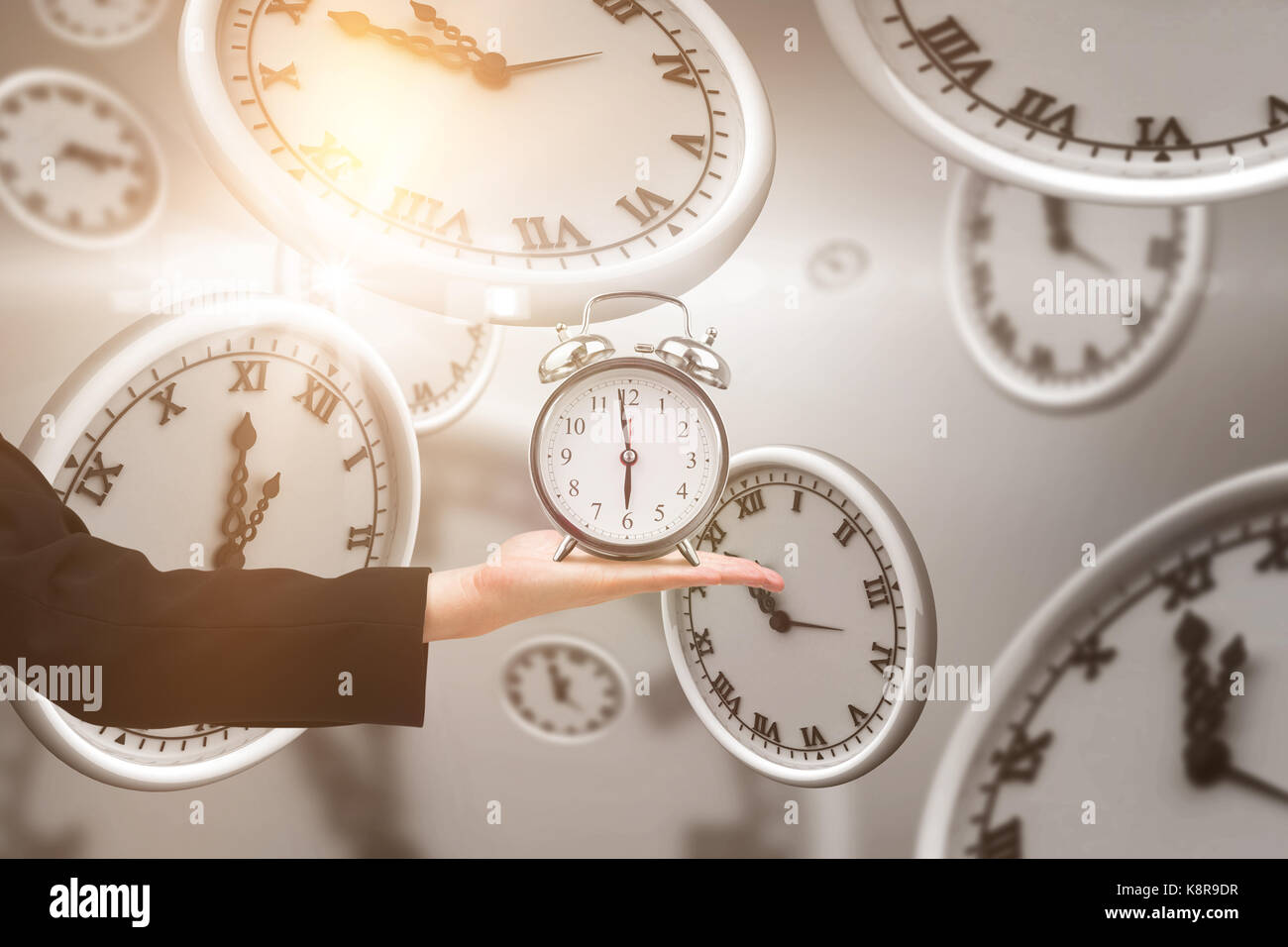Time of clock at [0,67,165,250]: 3:14
